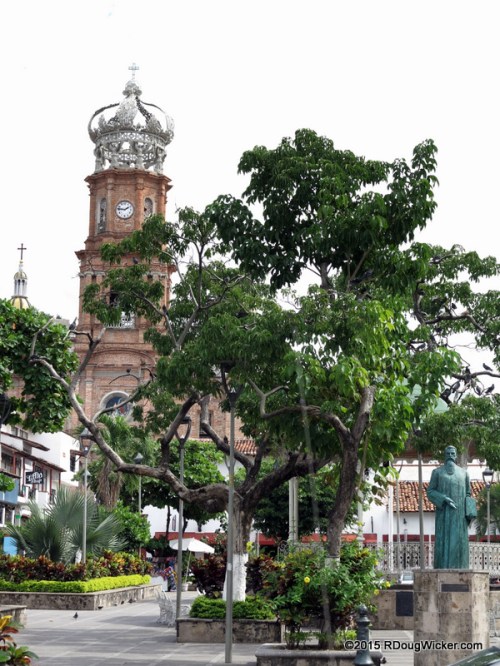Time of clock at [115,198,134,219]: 1:46
